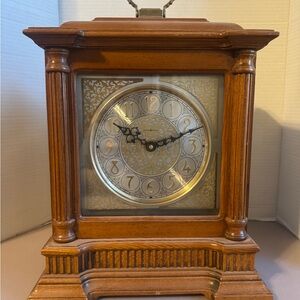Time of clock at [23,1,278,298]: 10:12
